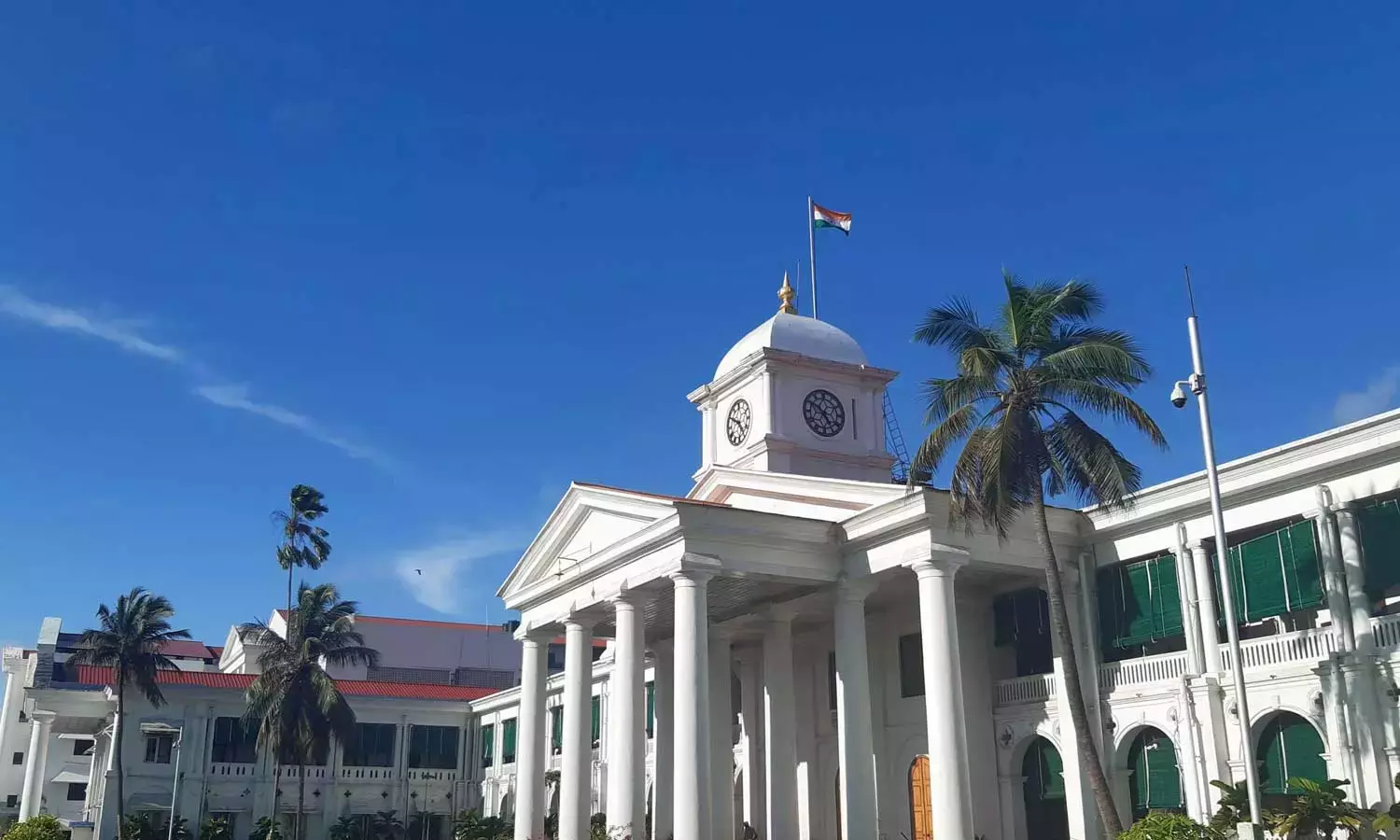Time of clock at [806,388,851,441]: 4:50
